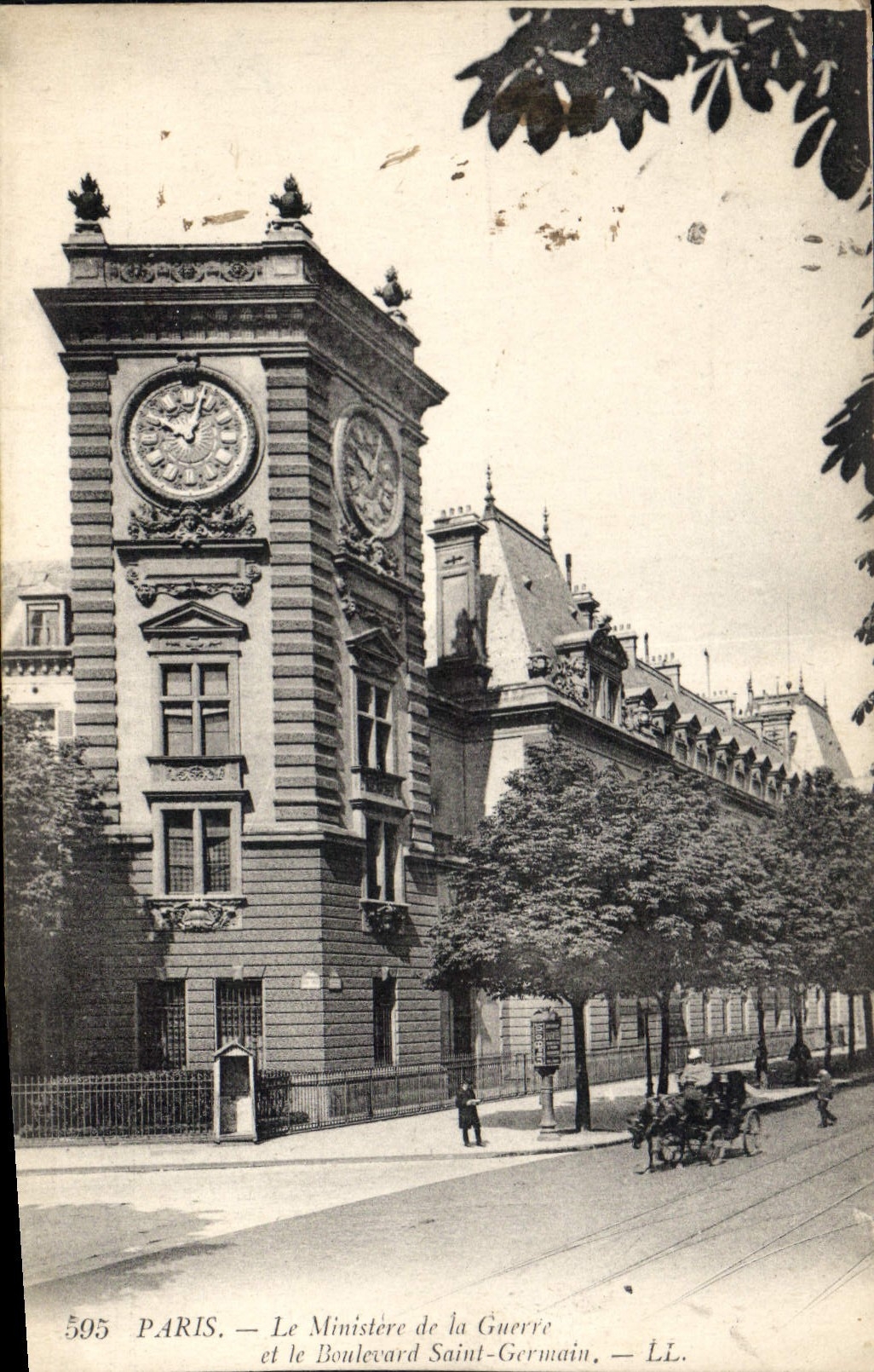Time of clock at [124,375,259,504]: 10:02
